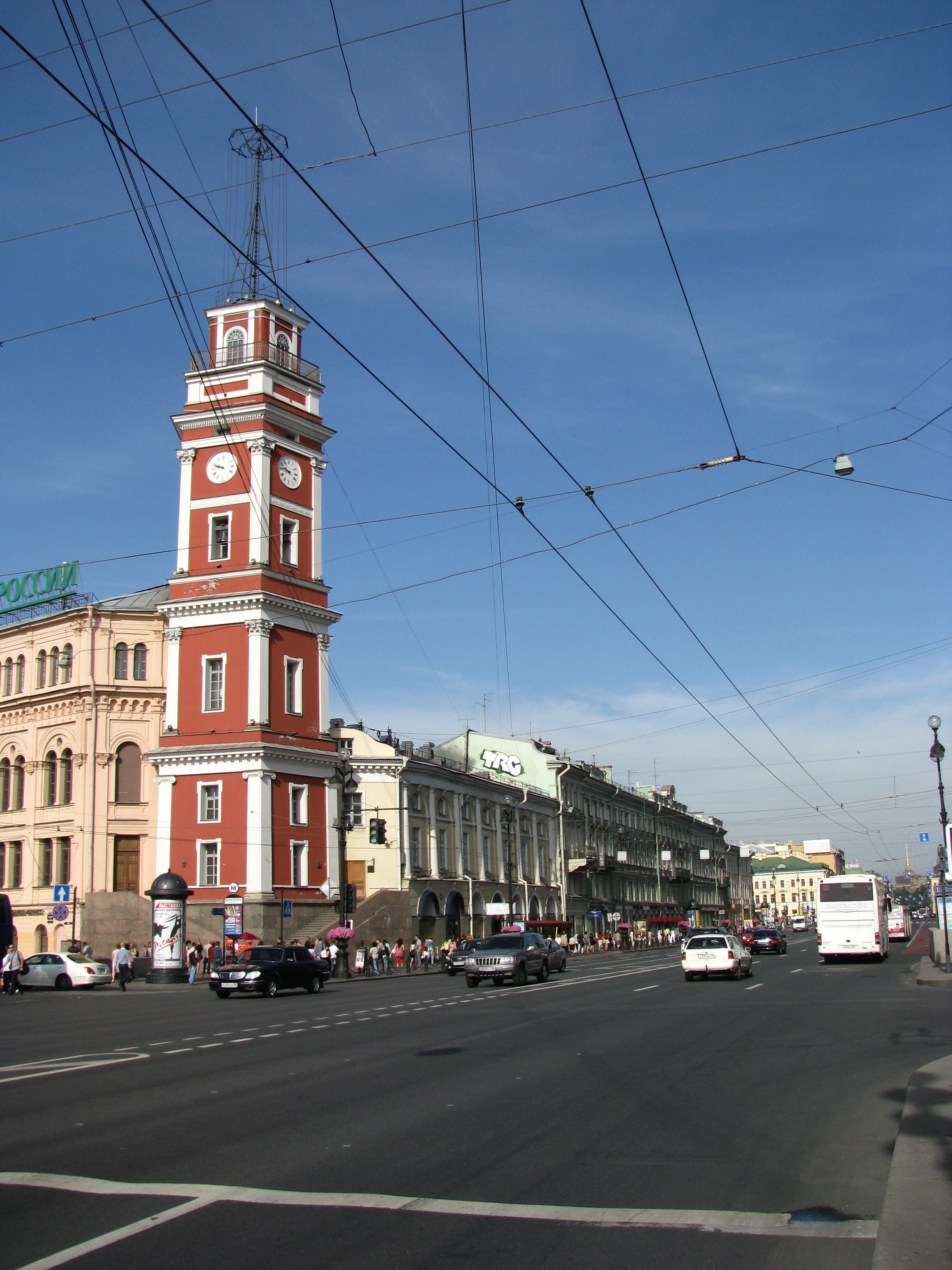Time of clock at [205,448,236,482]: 9:48
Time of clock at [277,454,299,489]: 9:45
